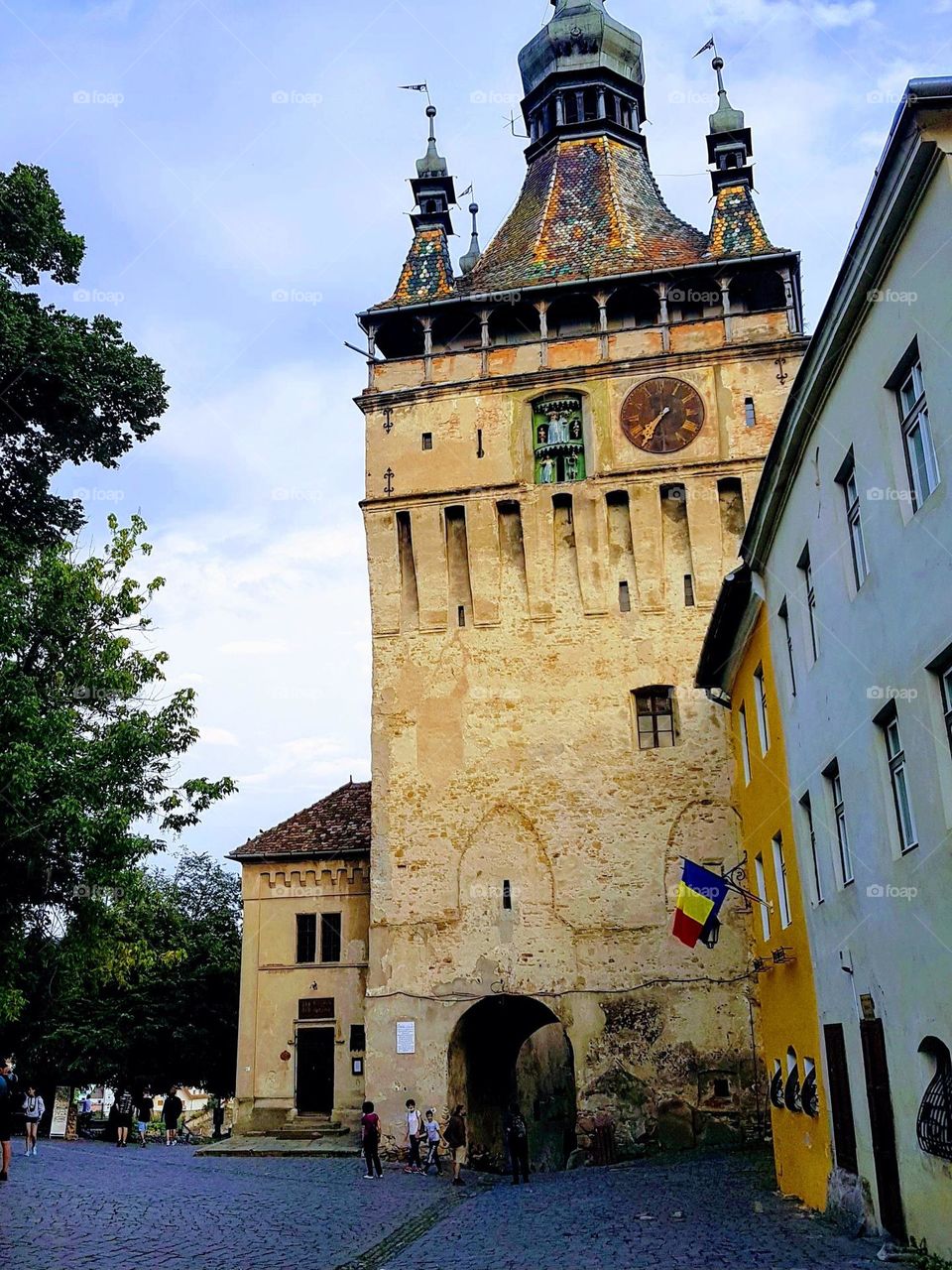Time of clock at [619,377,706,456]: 7:35
